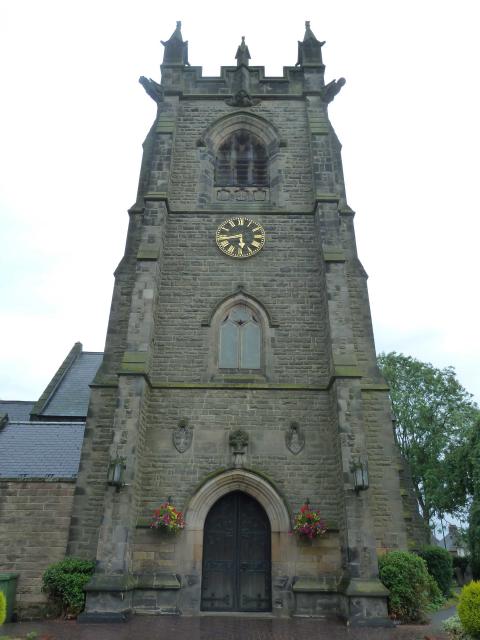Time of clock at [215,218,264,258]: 5:43
